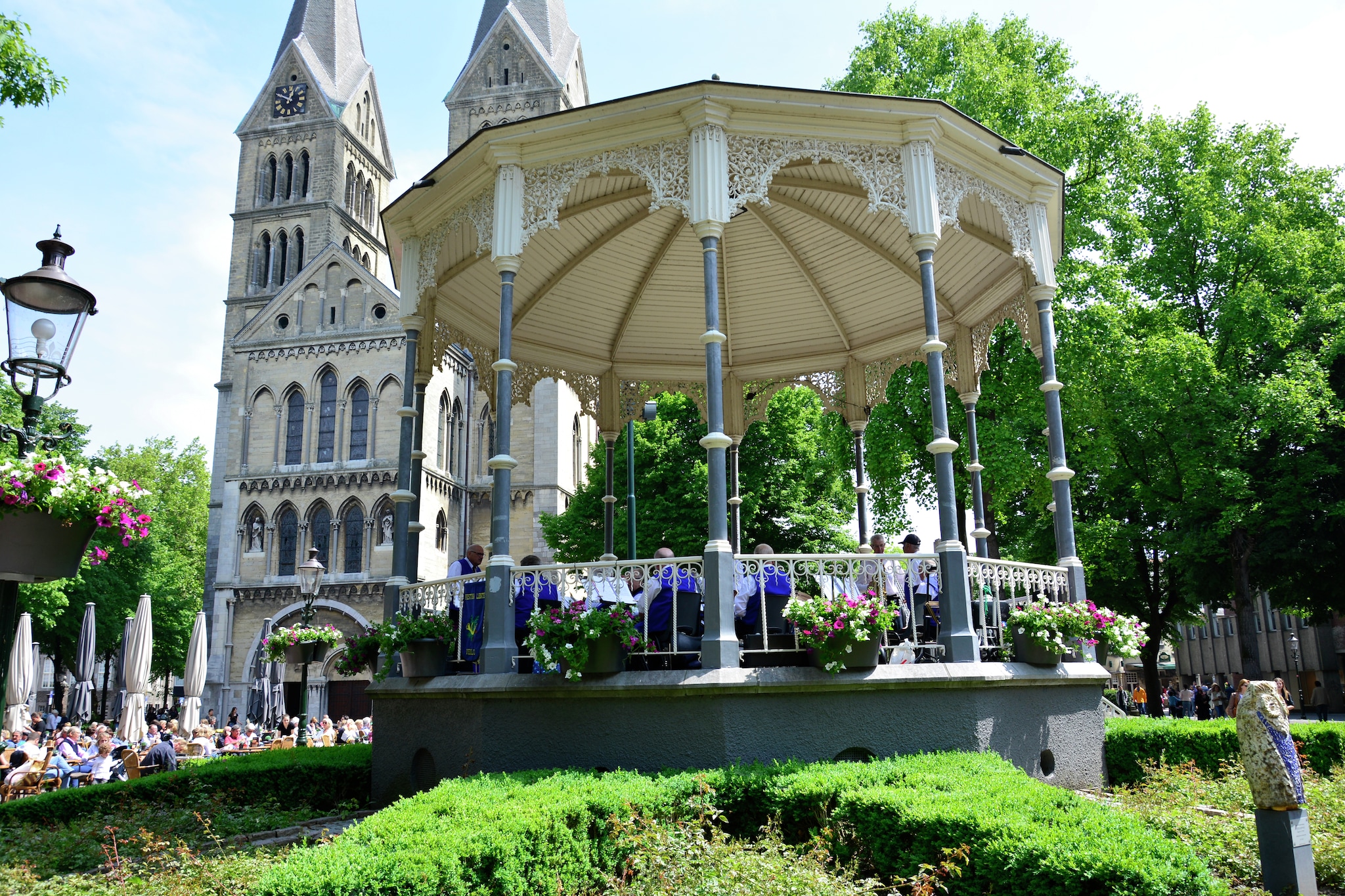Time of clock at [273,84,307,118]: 12:49
